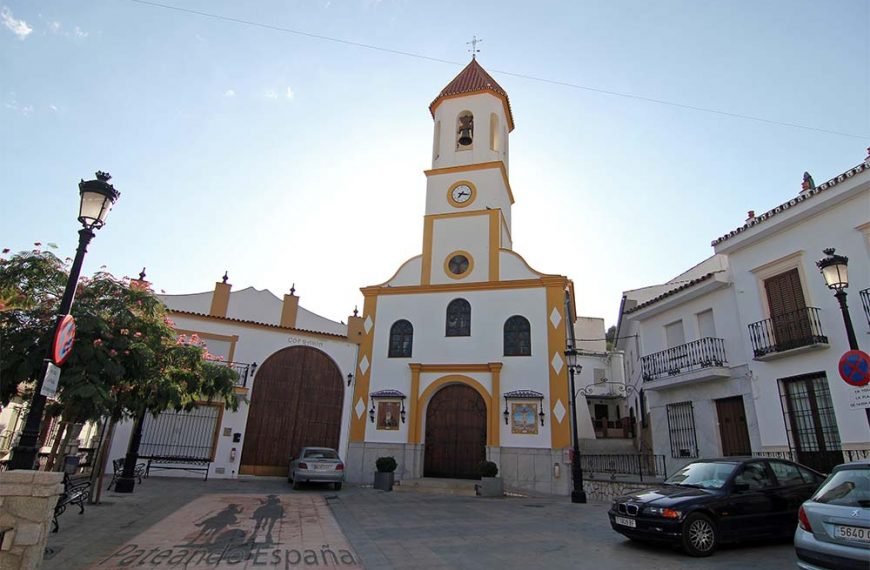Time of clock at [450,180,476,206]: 7:17
